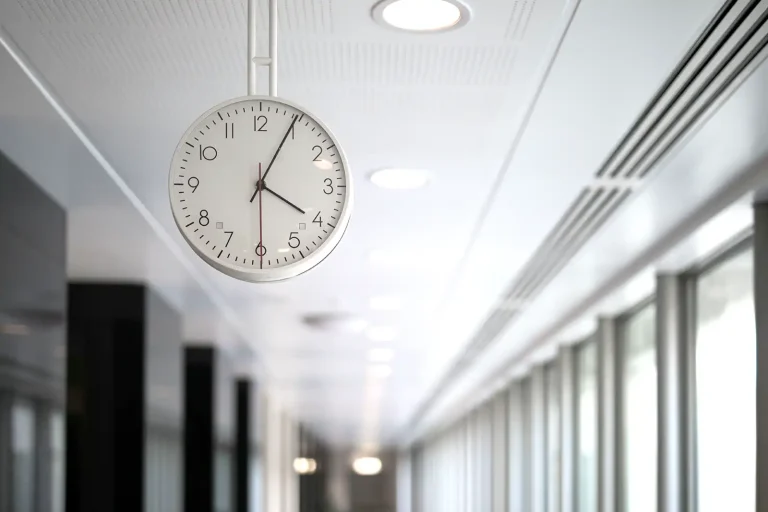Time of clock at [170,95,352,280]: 4:04
